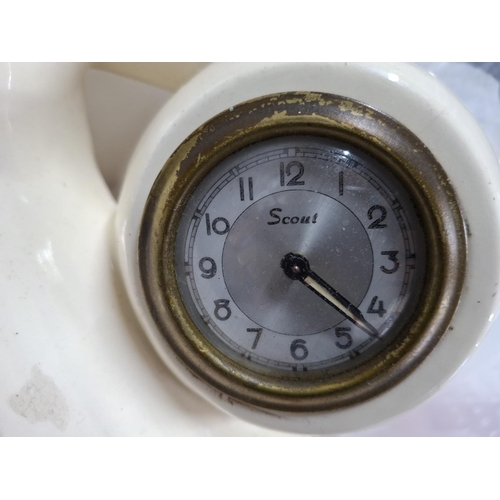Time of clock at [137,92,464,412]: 4:22
